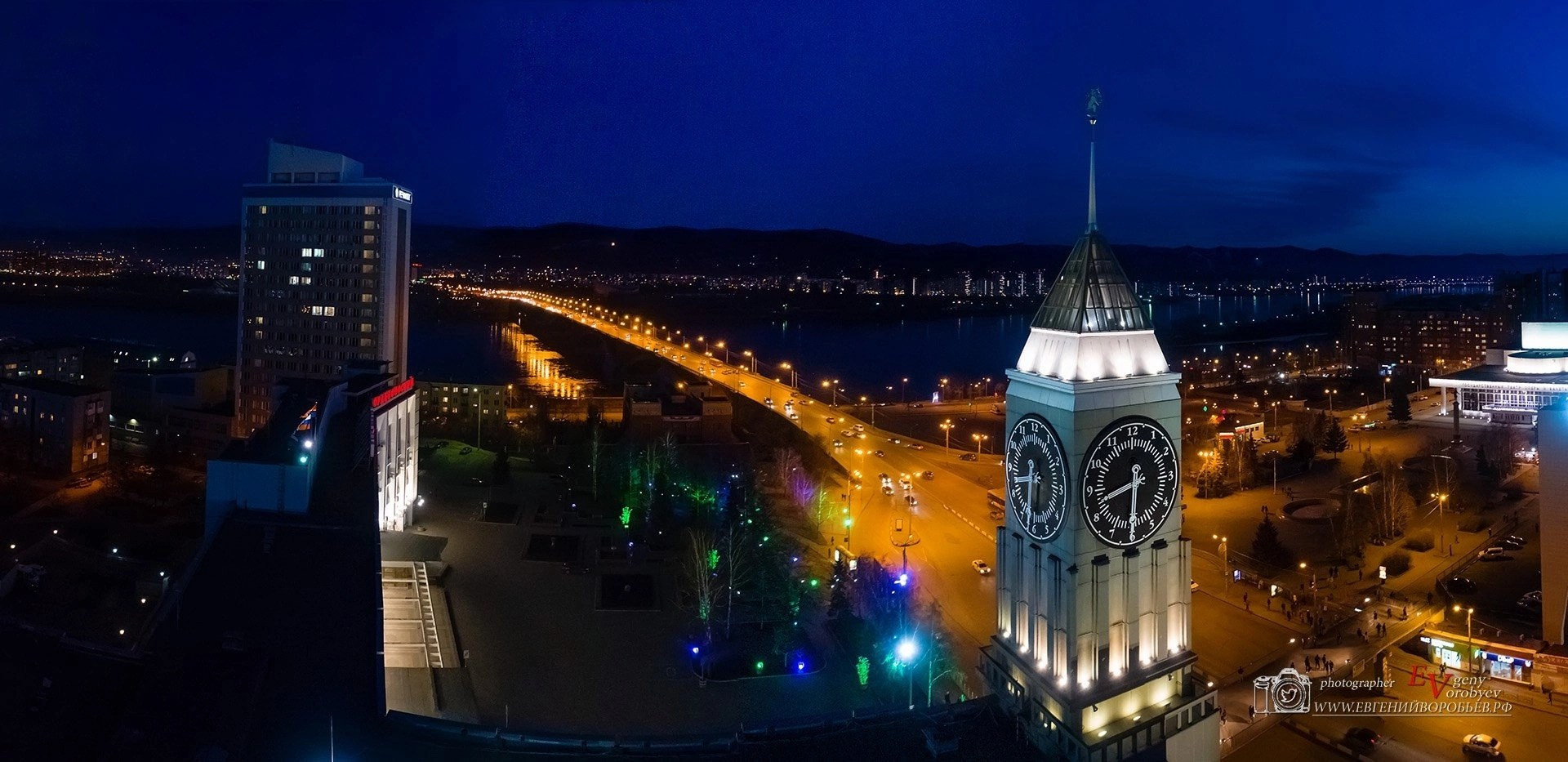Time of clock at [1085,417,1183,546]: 8:30
